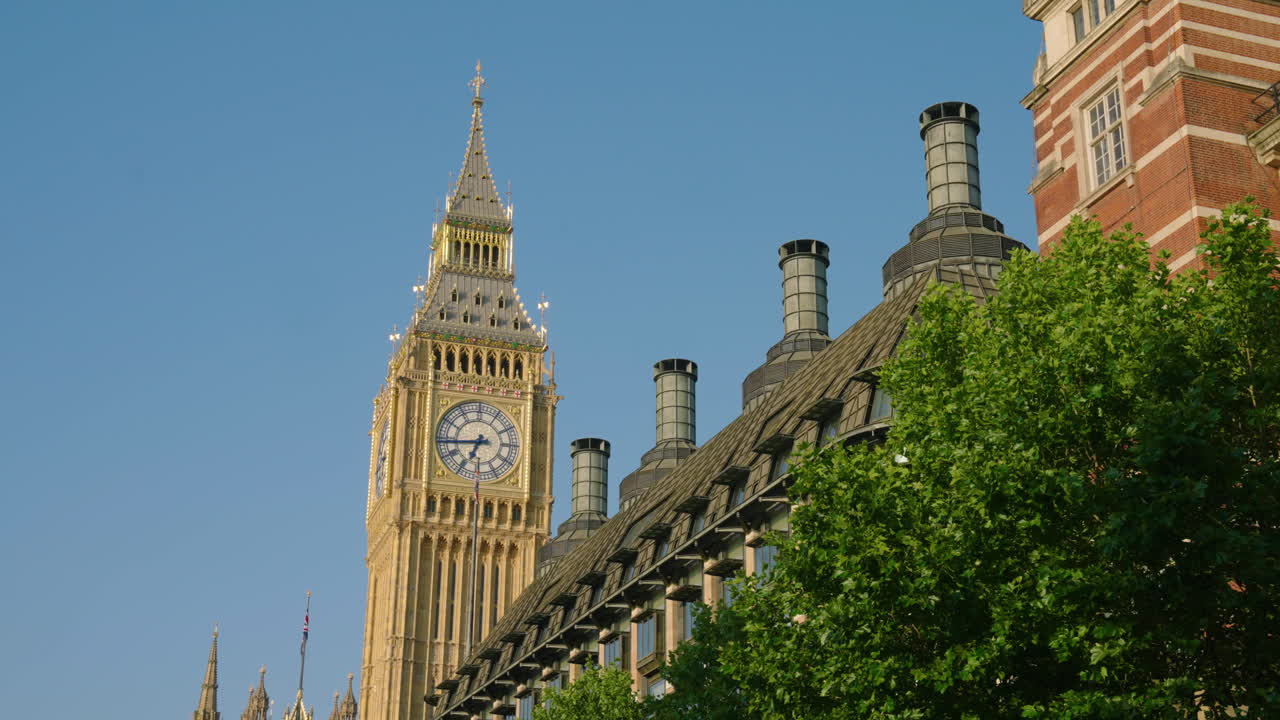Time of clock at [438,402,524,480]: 6:43
